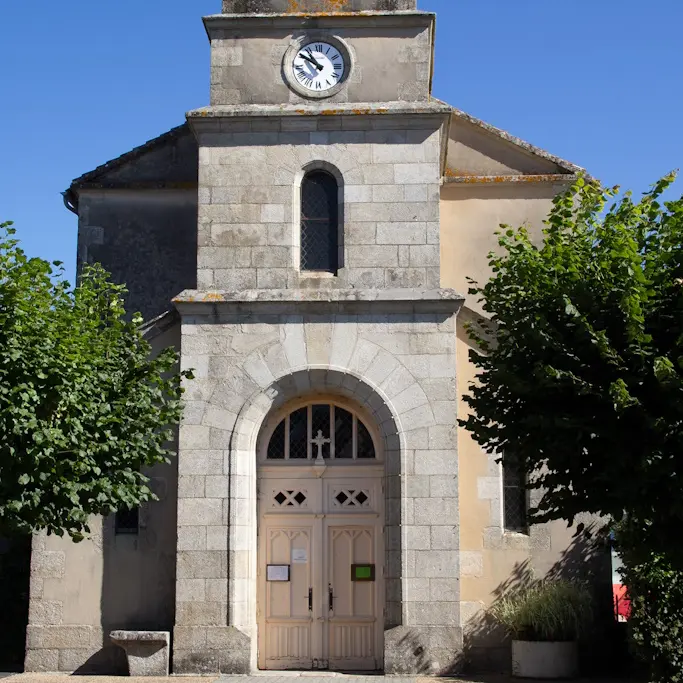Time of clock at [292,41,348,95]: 10:50
